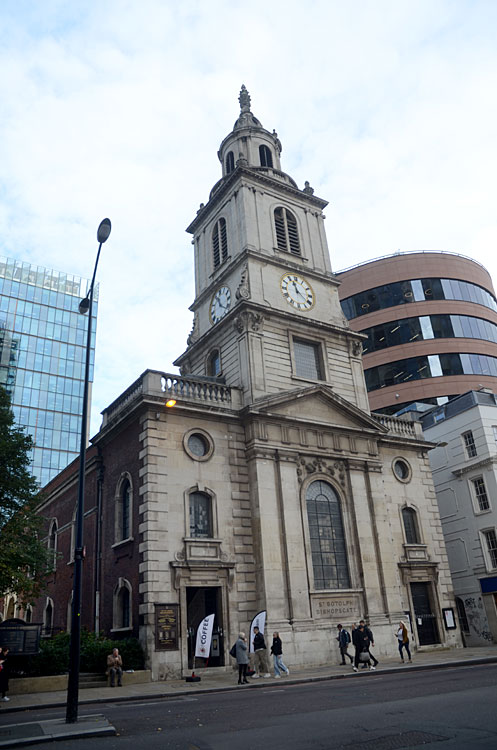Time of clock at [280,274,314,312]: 11:21
